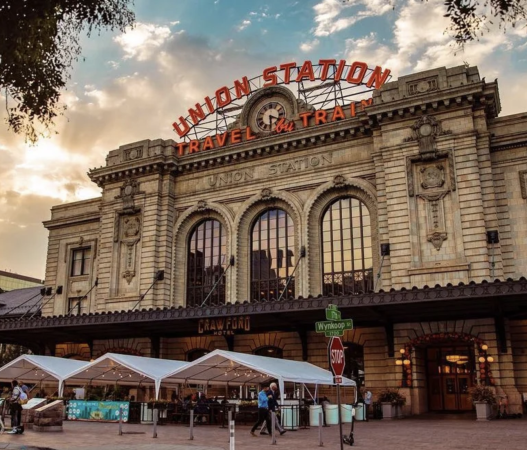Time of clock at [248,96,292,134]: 3:29
